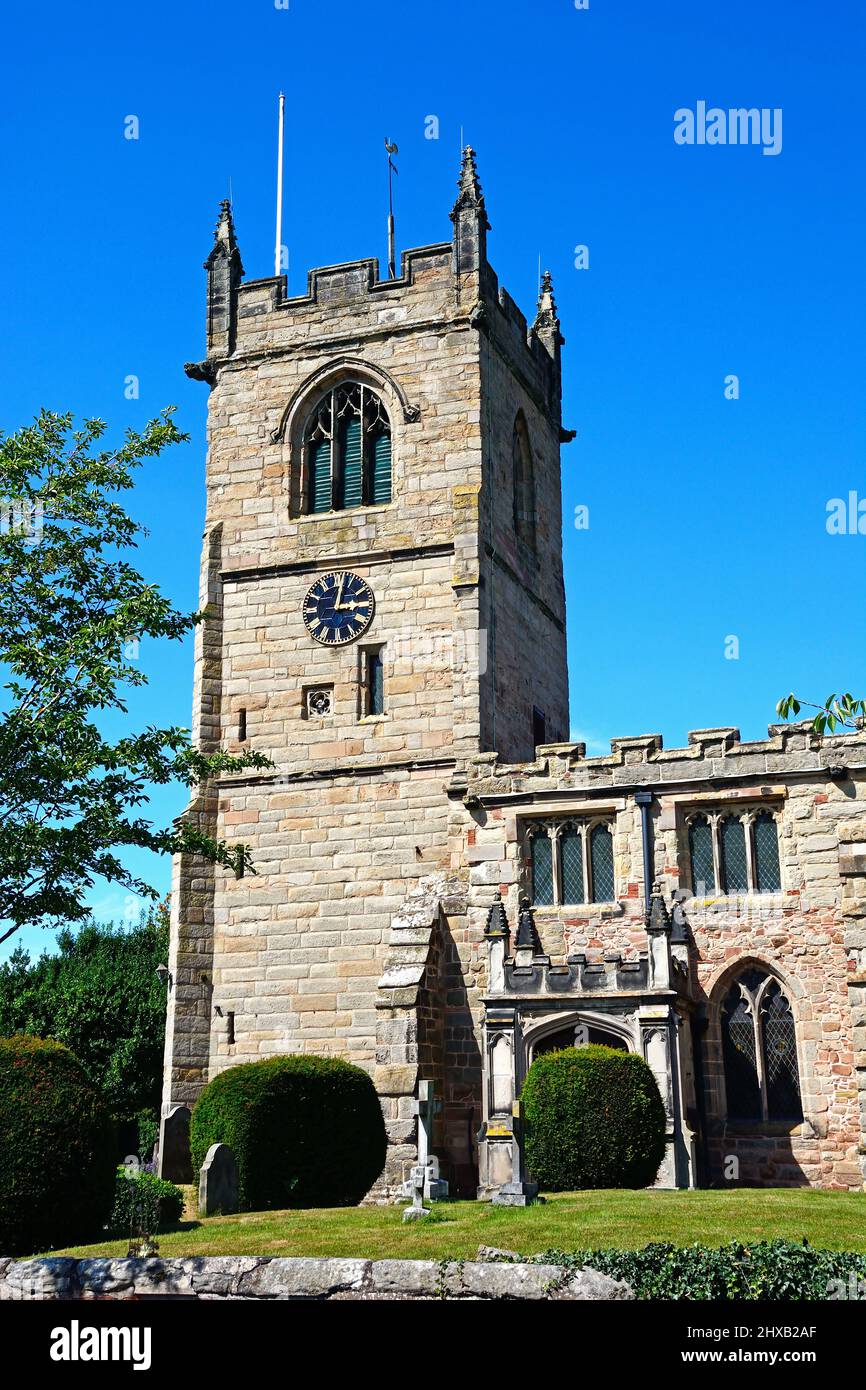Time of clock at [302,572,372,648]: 3:01
